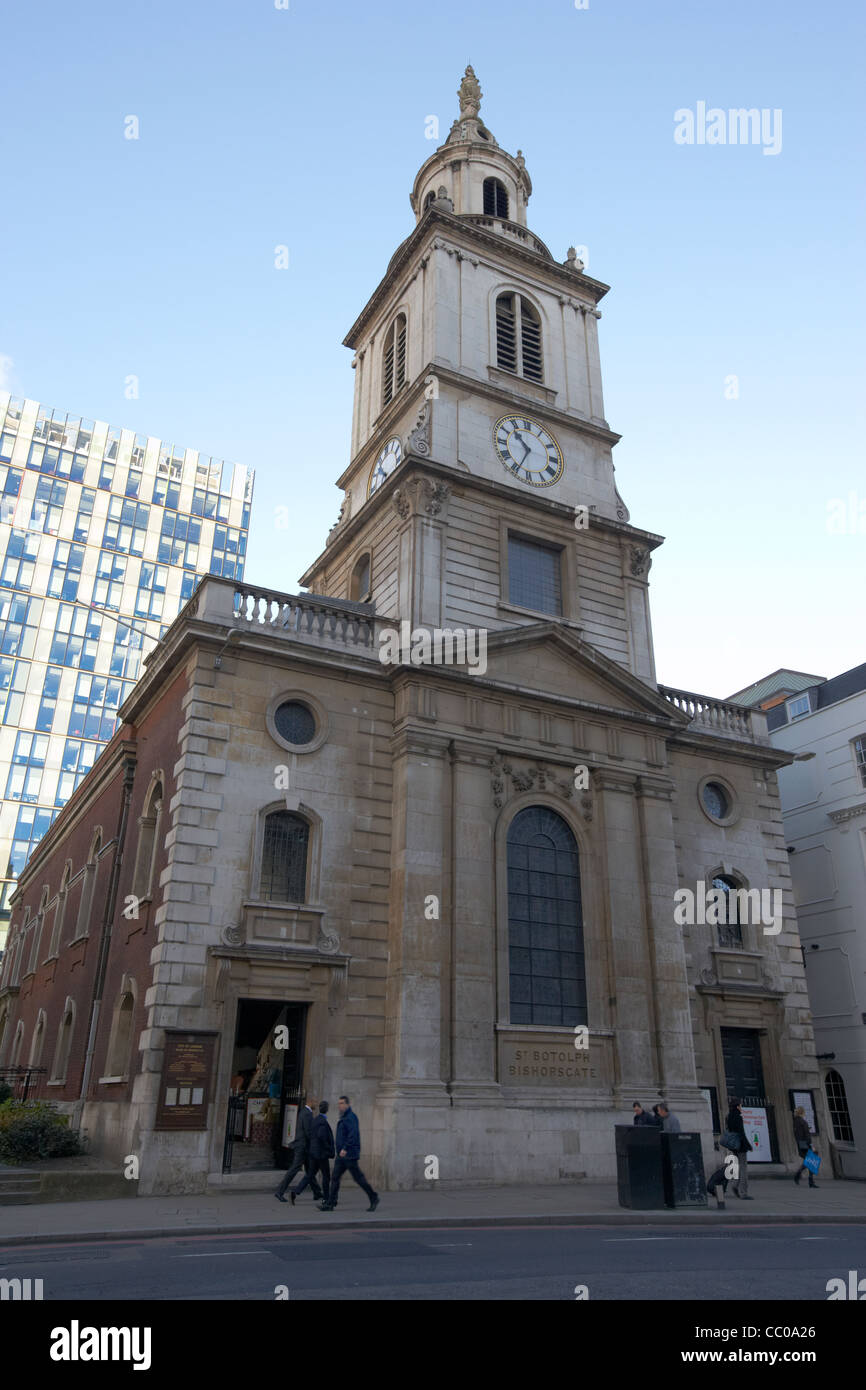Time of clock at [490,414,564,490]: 10:34
